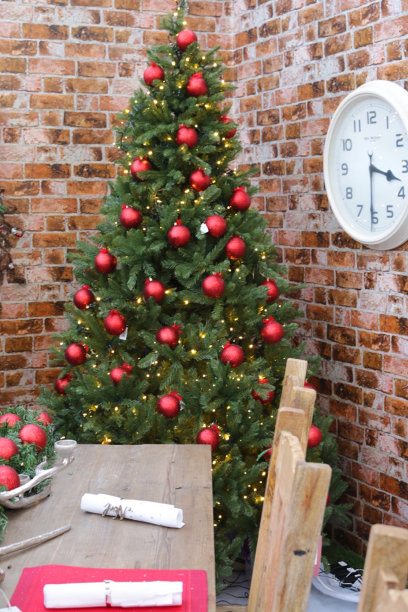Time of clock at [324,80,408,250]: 3:30
